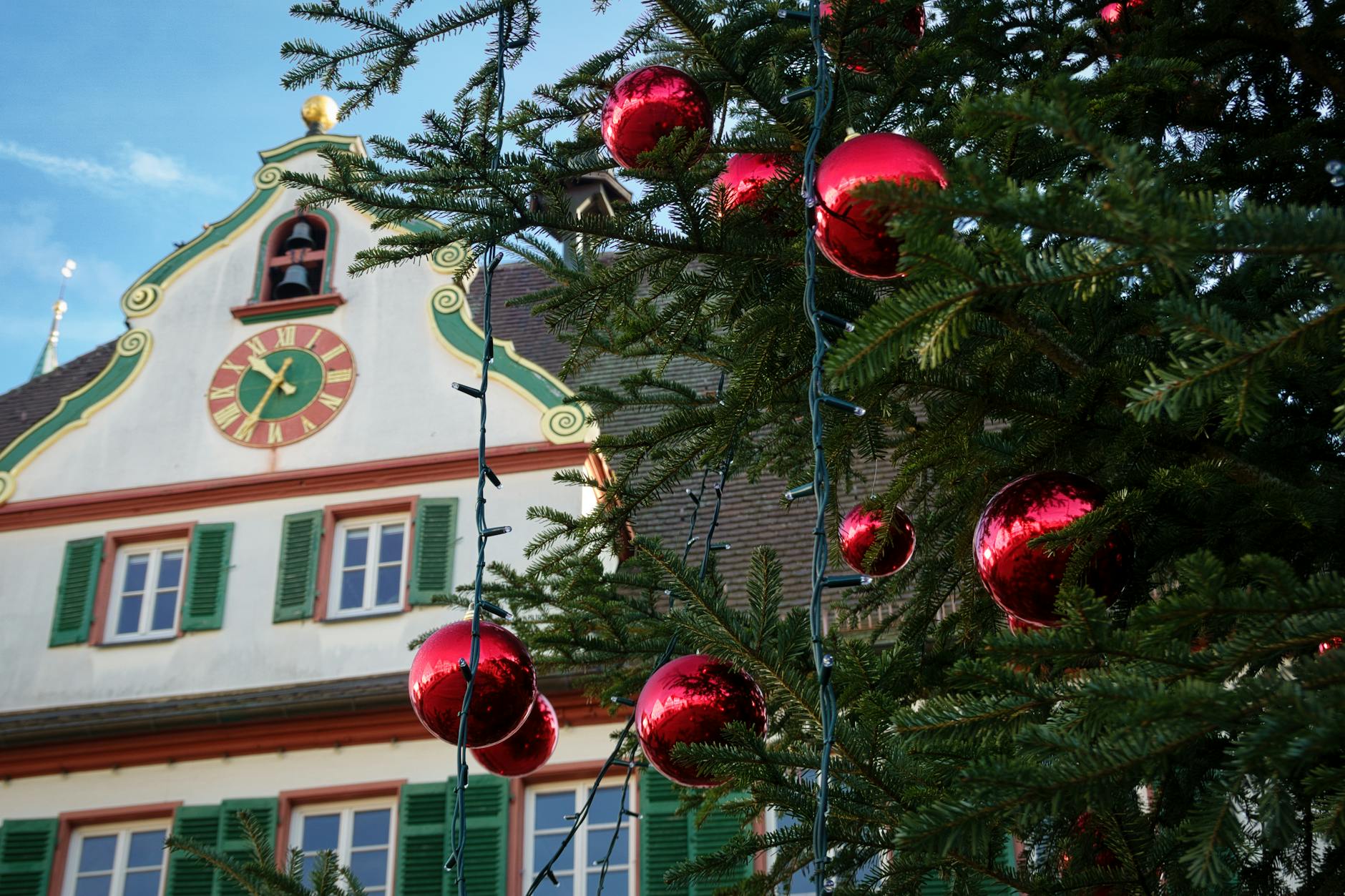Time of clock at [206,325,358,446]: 10:35
